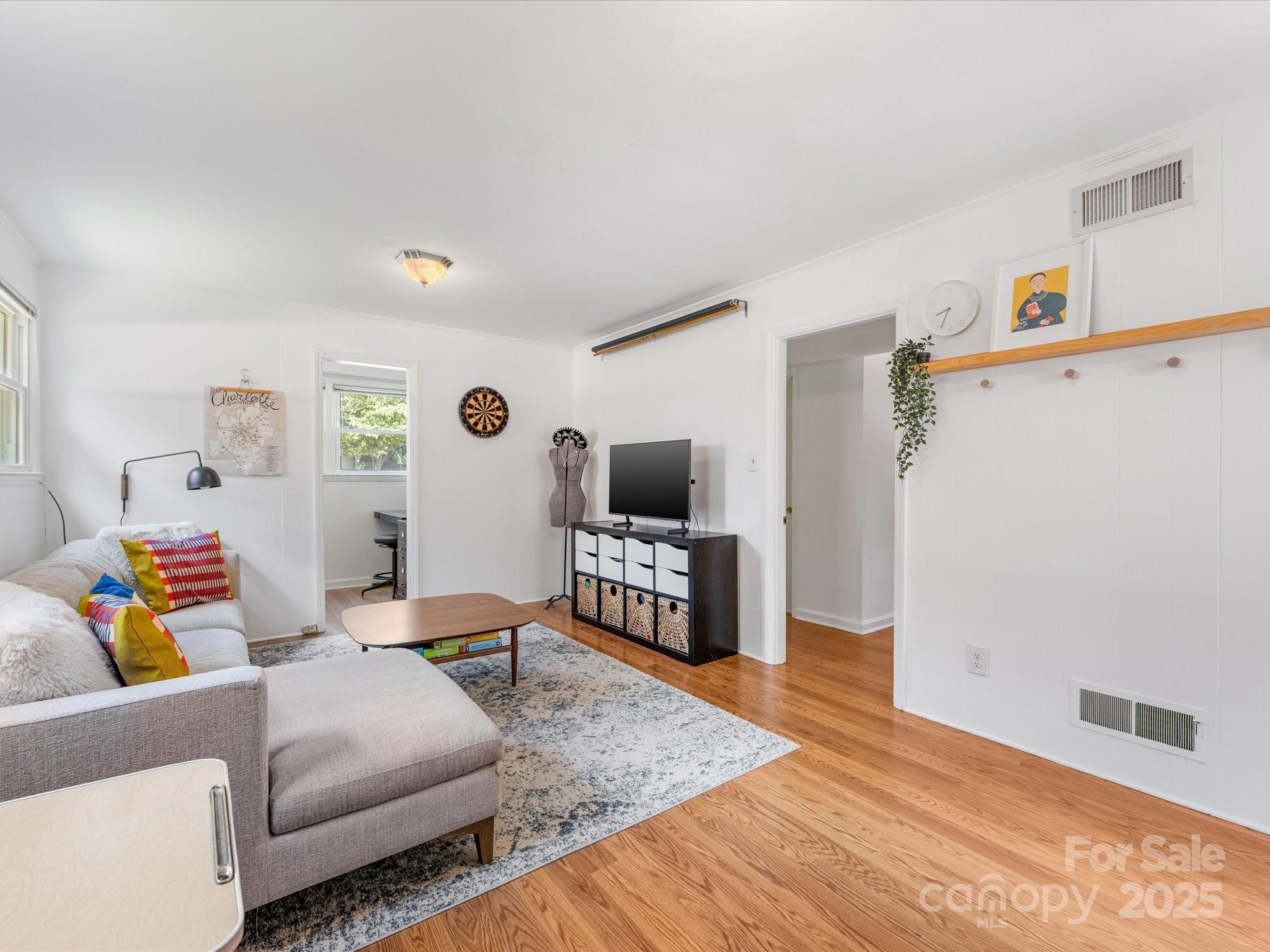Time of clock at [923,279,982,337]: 8:34
